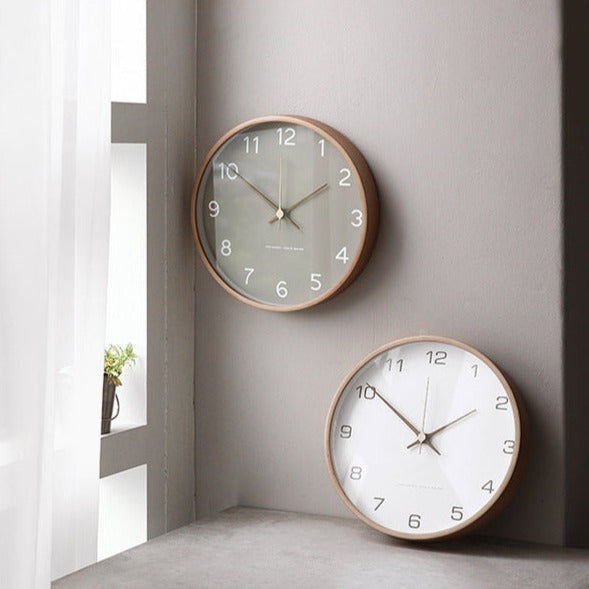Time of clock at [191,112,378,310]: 1:50
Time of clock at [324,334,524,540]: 1:50
